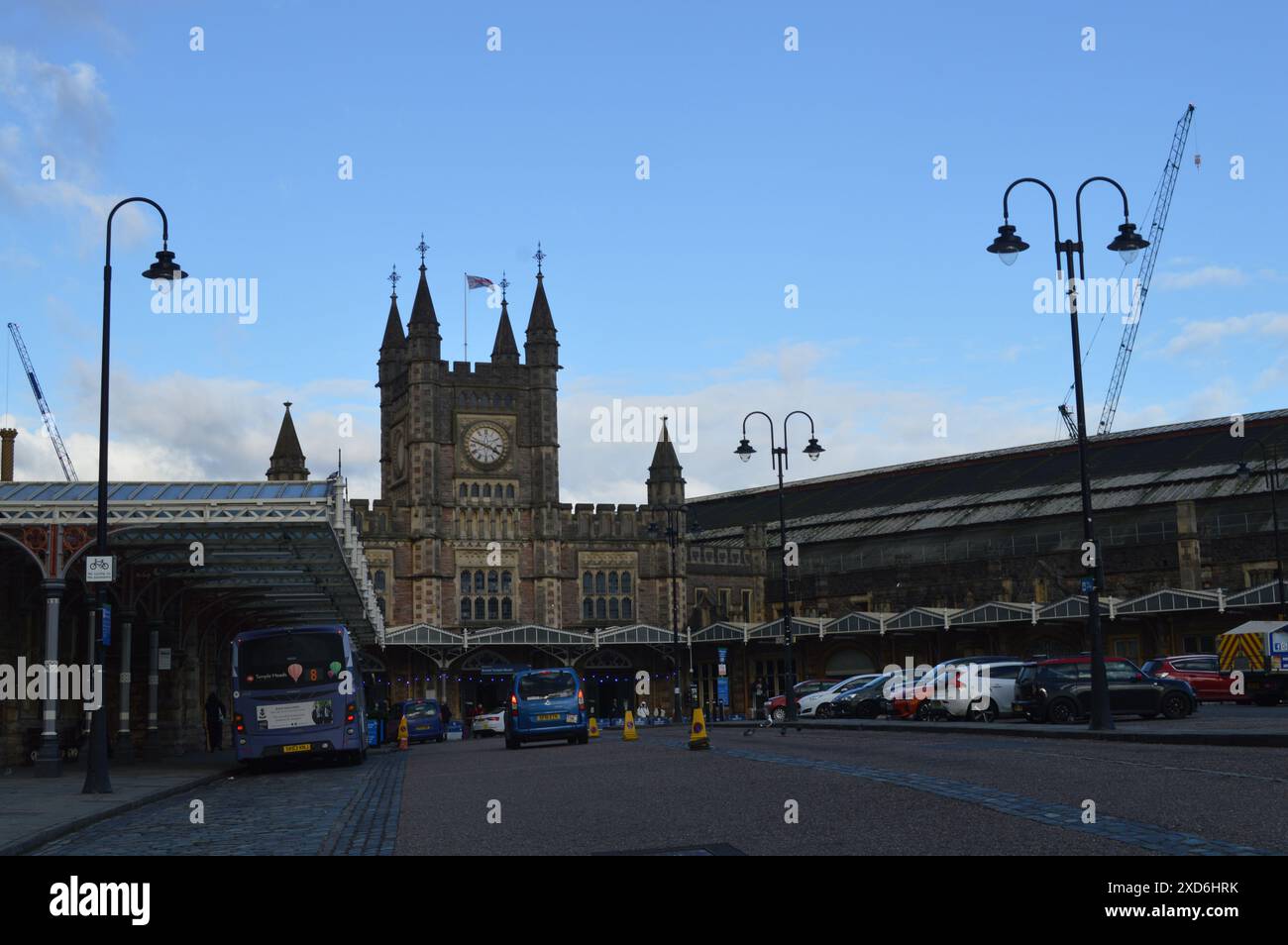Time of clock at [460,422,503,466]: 3:47
